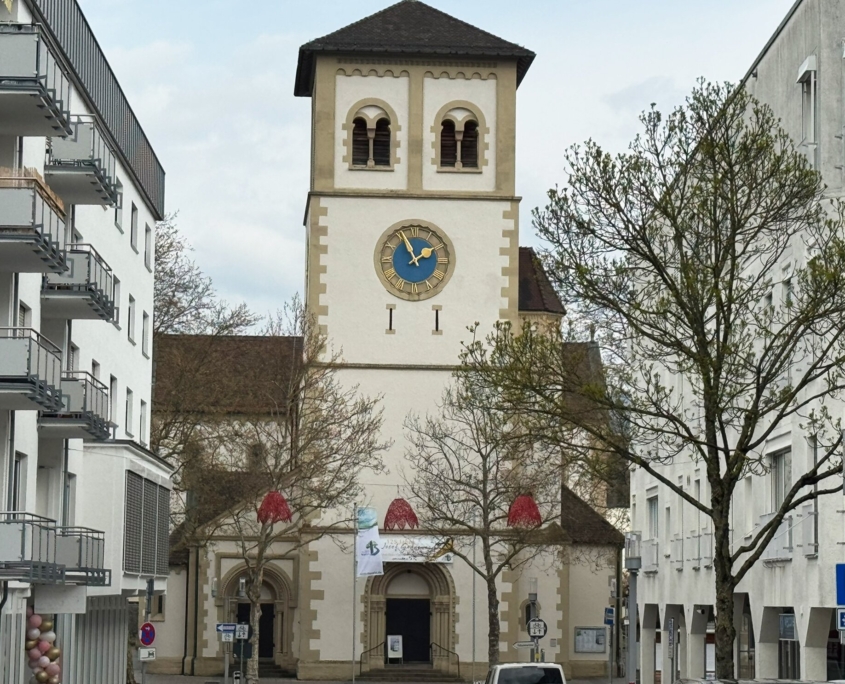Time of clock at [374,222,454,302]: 1:56
